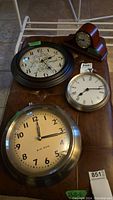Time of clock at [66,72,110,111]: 7:12
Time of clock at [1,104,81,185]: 12:16
